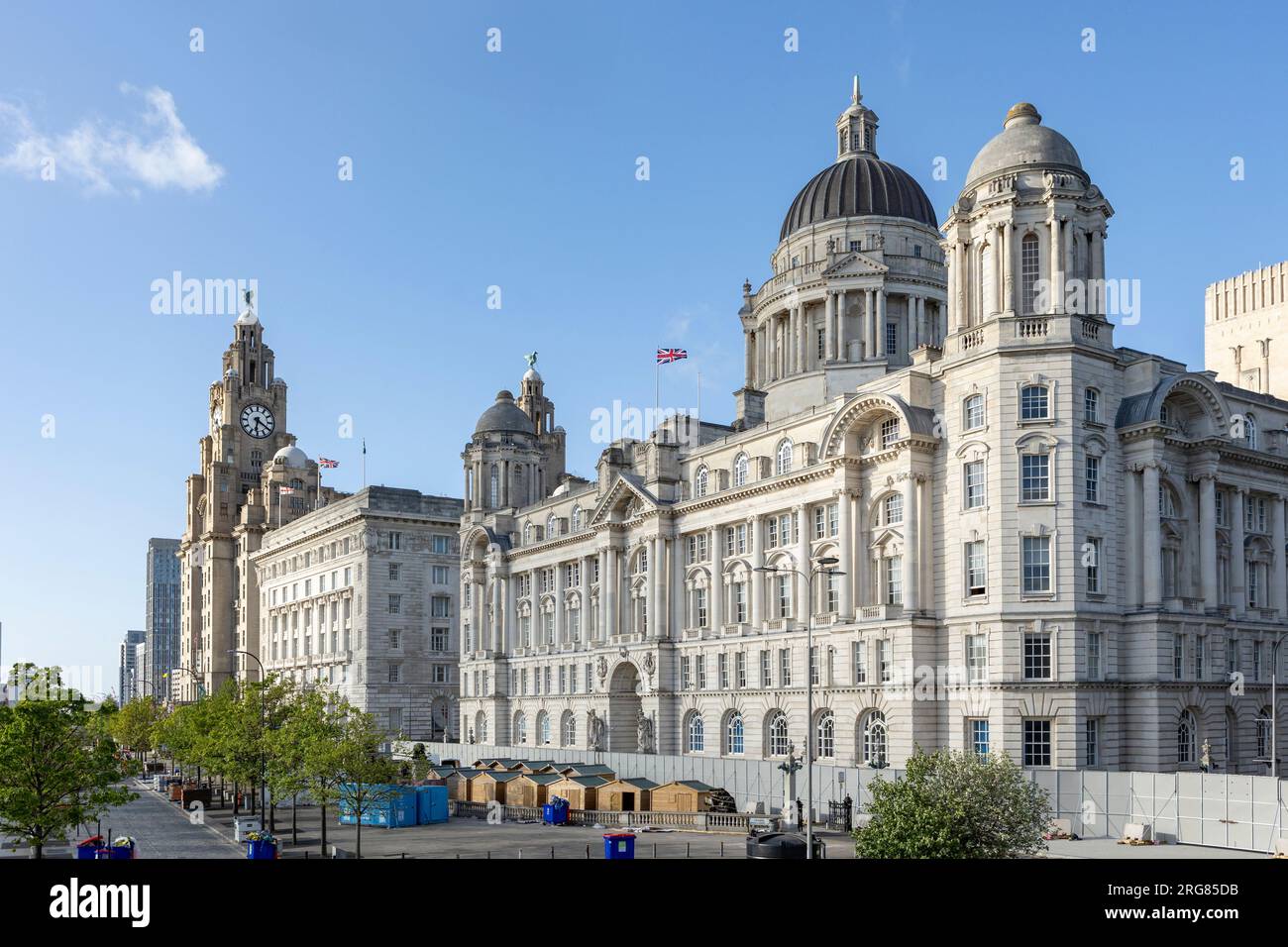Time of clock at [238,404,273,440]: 6:20
